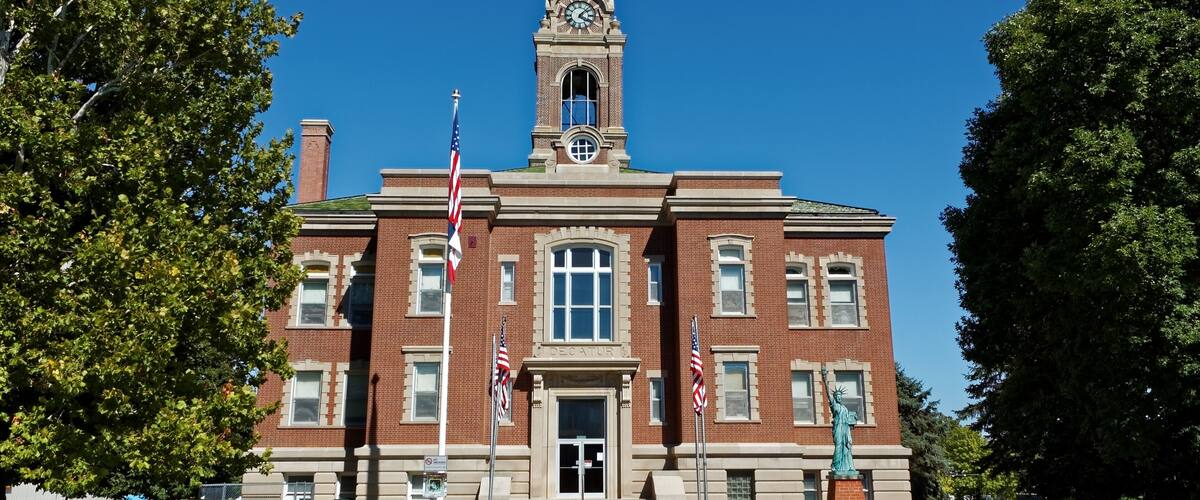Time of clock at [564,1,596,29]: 4:07
